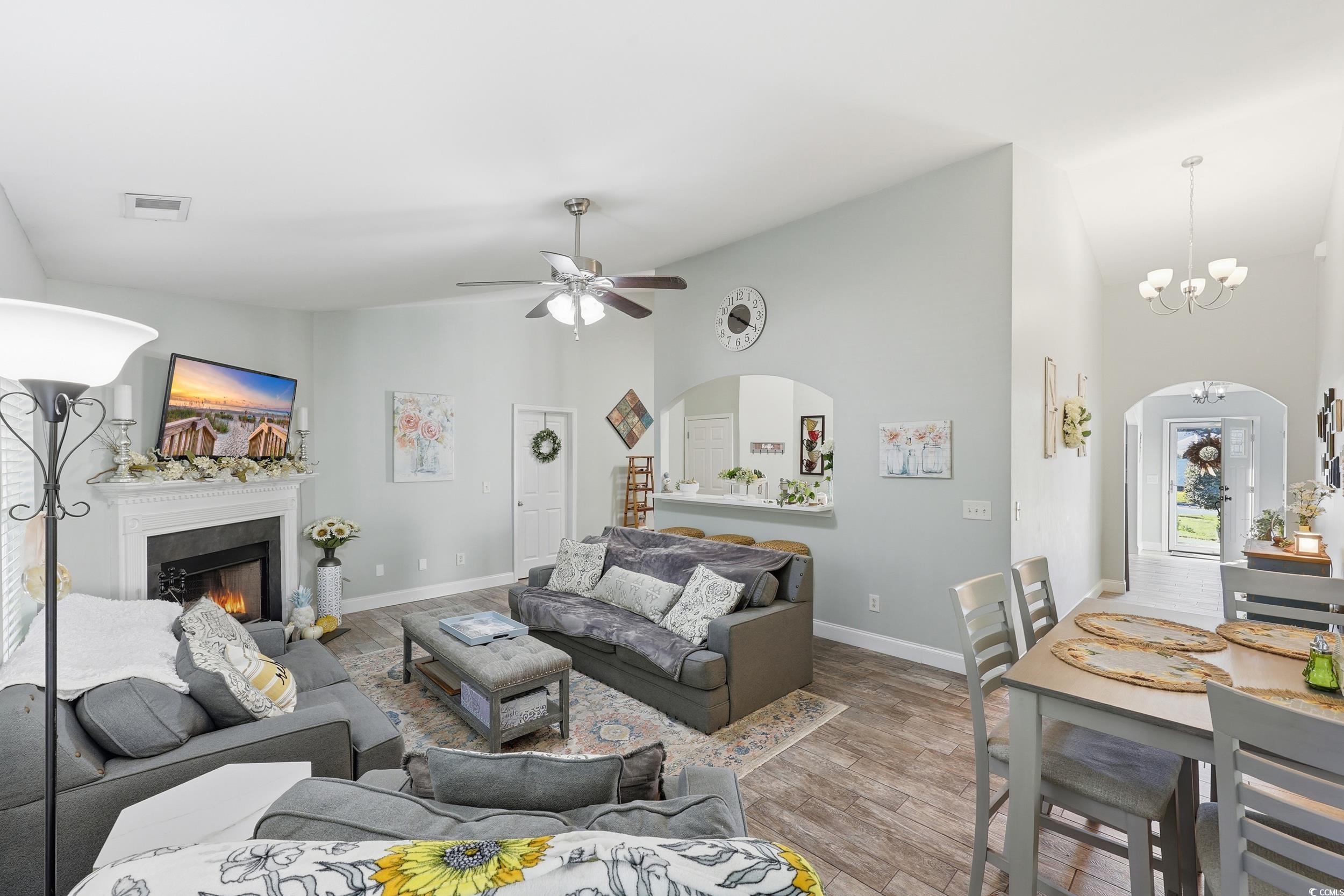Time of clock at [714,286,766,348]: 4:20
